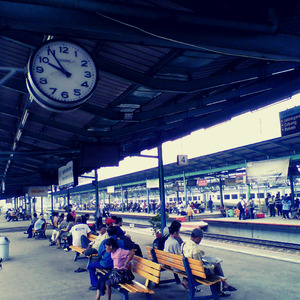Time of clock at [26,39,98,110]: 9:54
